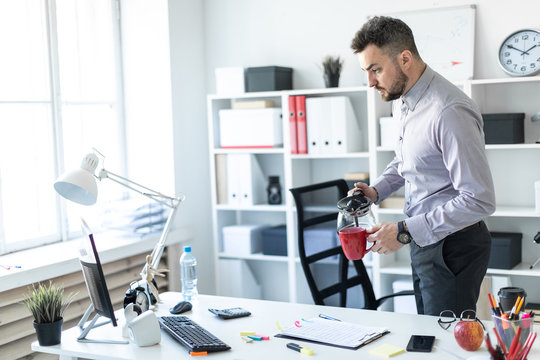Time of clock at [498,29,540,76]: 1:50
